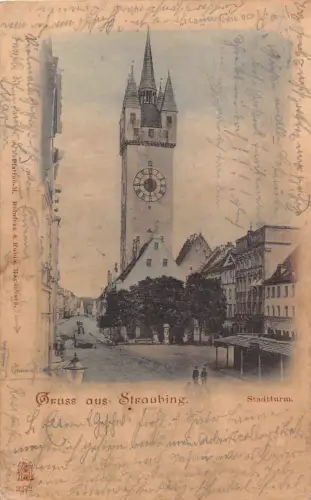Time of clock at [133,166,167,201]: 5:59
